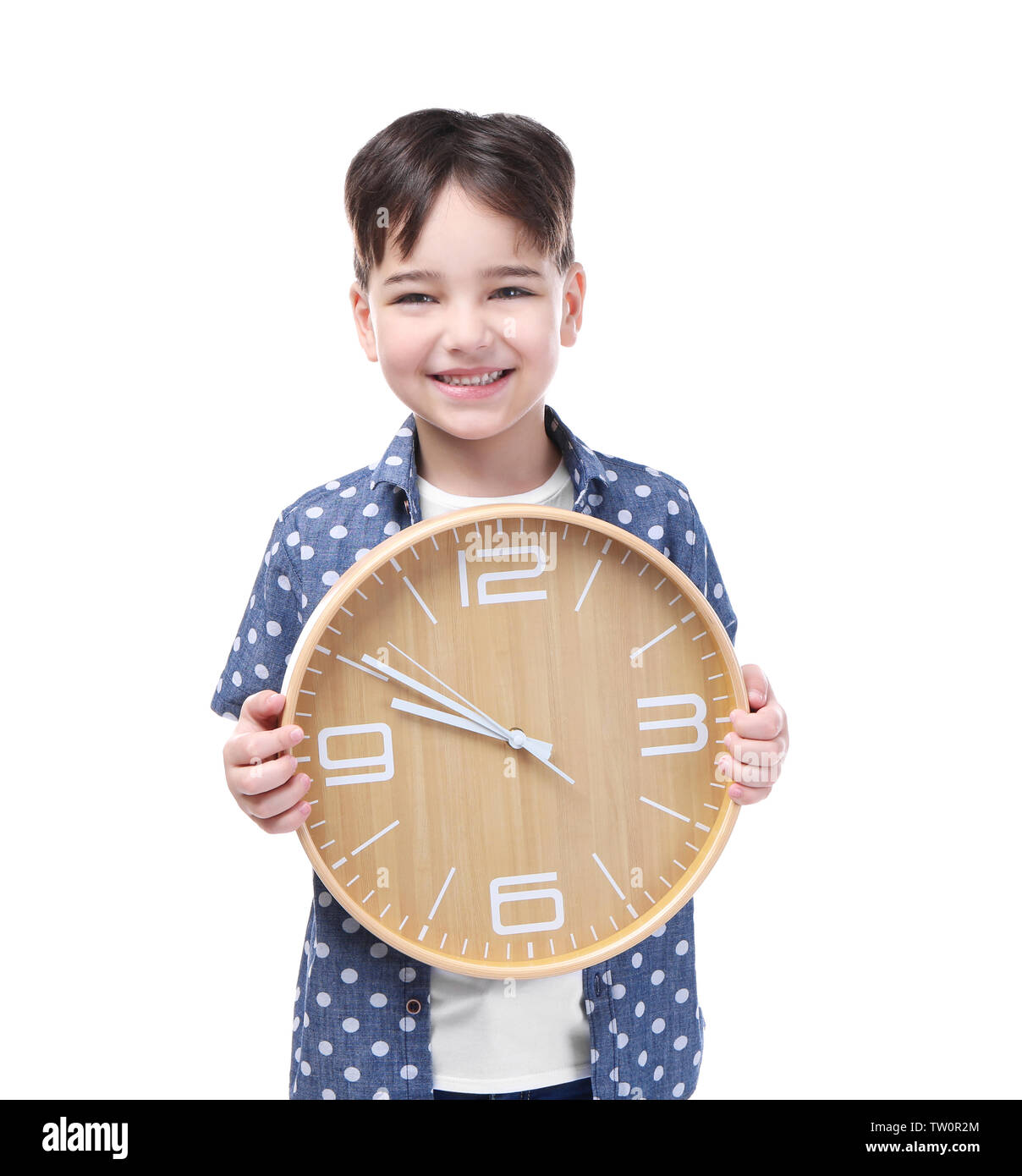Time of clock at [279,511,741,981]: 9:50
